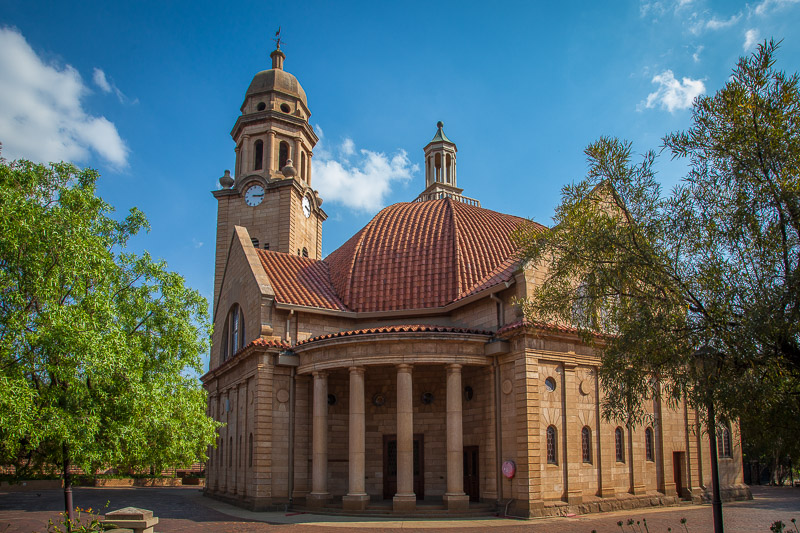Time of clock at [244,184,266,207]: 3:16
